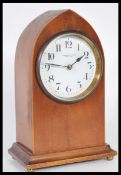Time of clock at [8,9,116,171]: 1:46
